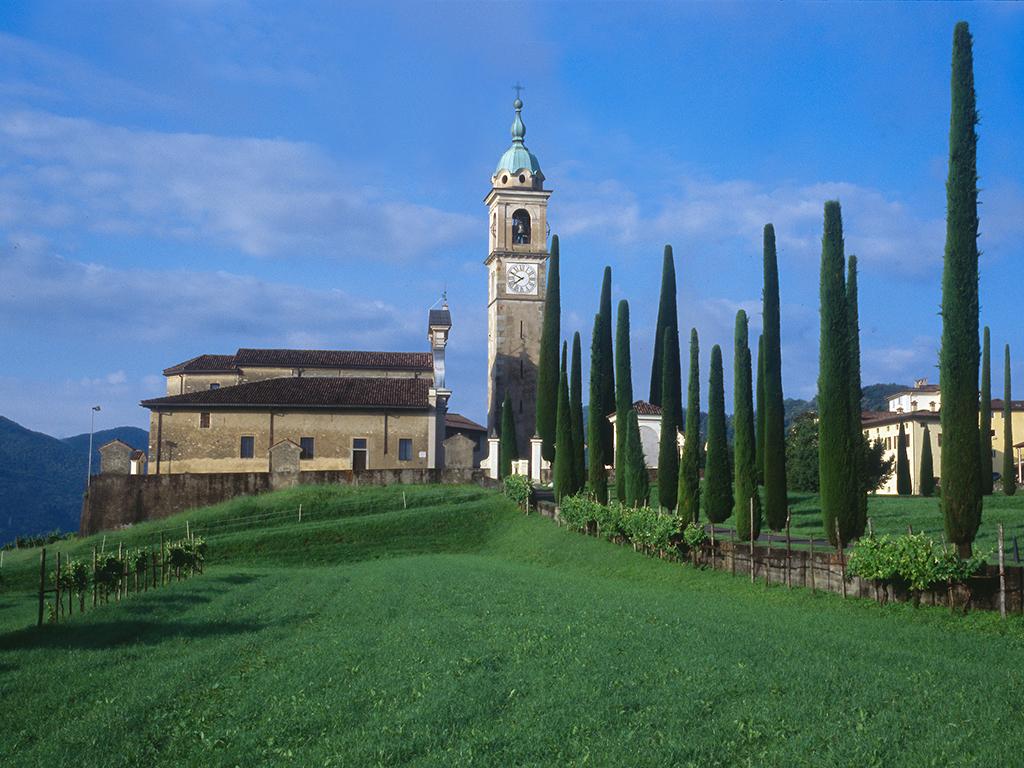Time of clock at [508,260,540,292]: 7:49
